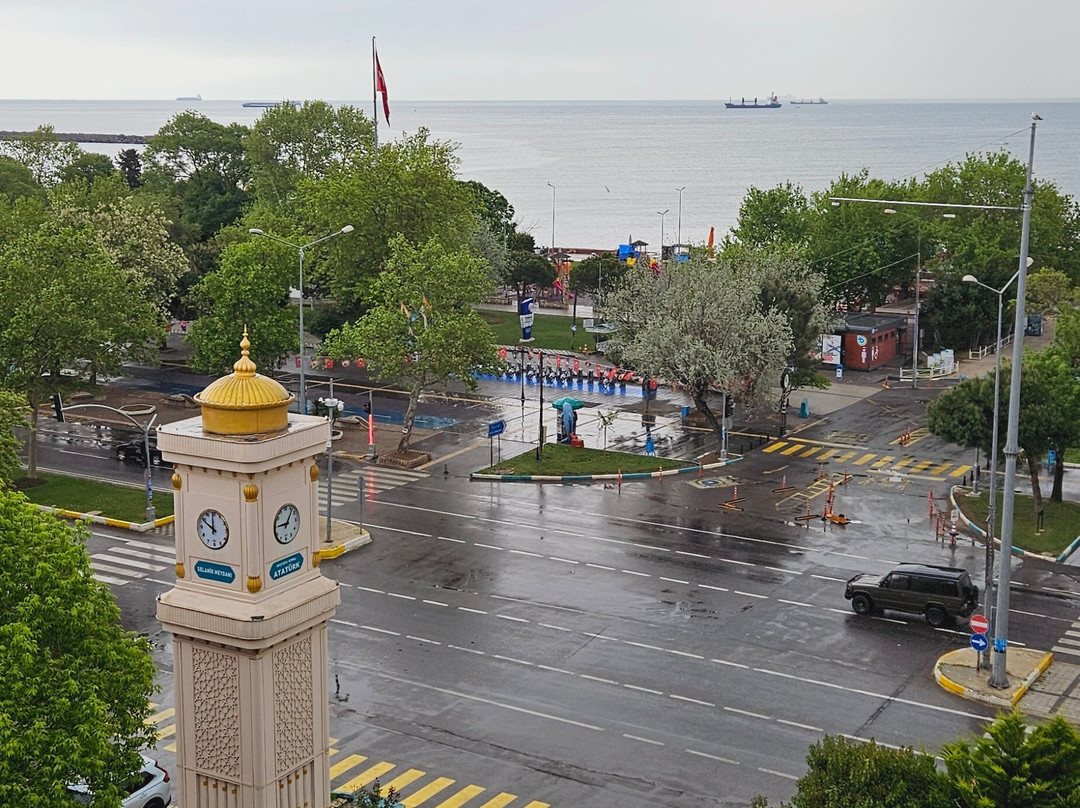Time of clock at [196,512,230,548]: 9:59
